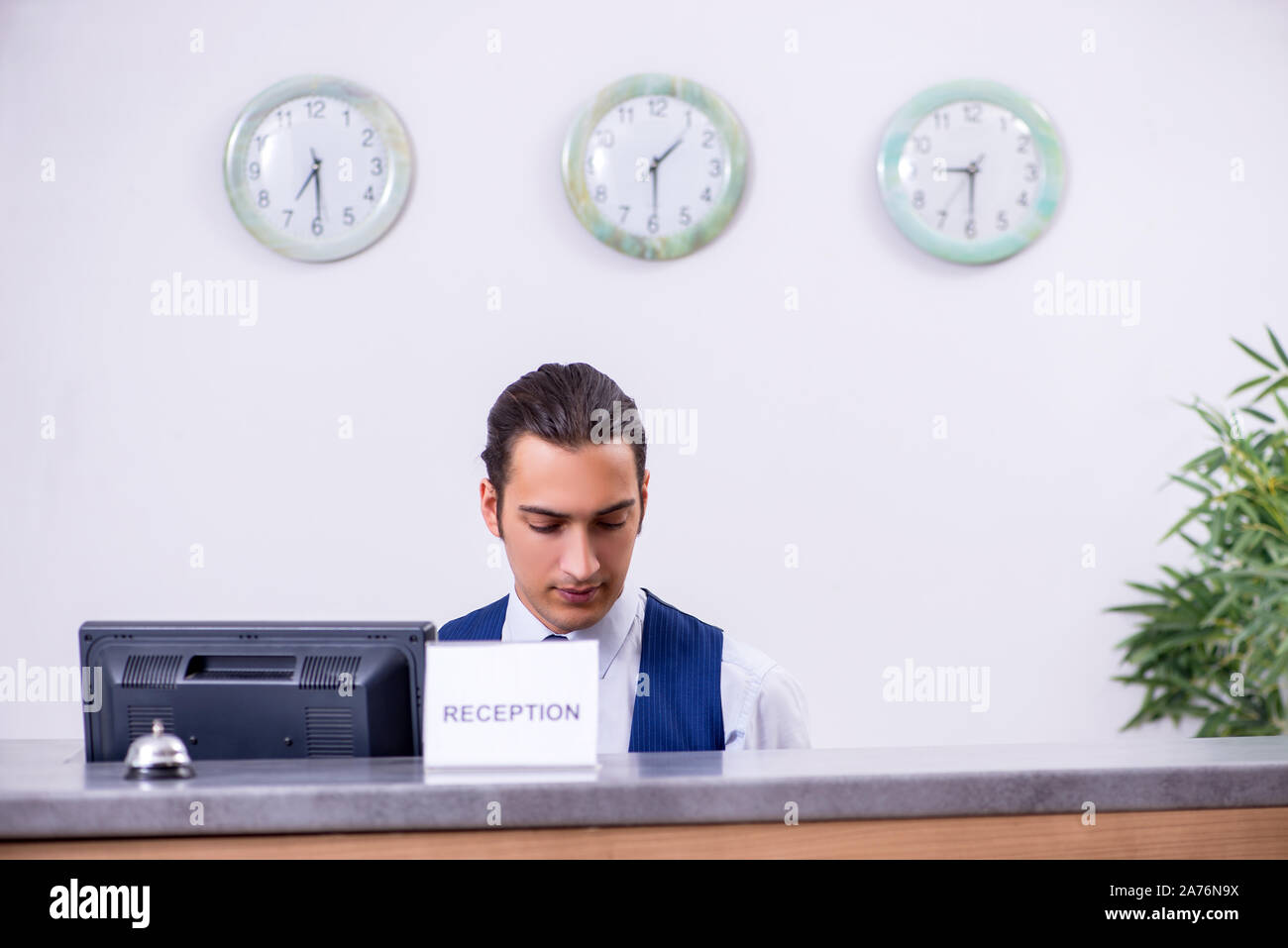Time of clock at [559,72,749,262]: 1:29
